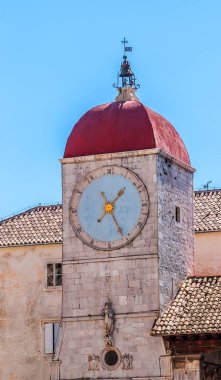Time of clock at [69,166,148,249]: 1:25
